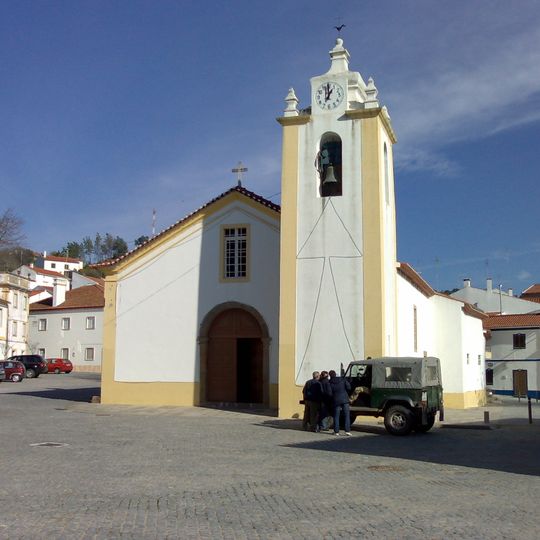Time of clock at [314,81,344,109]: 12:59
